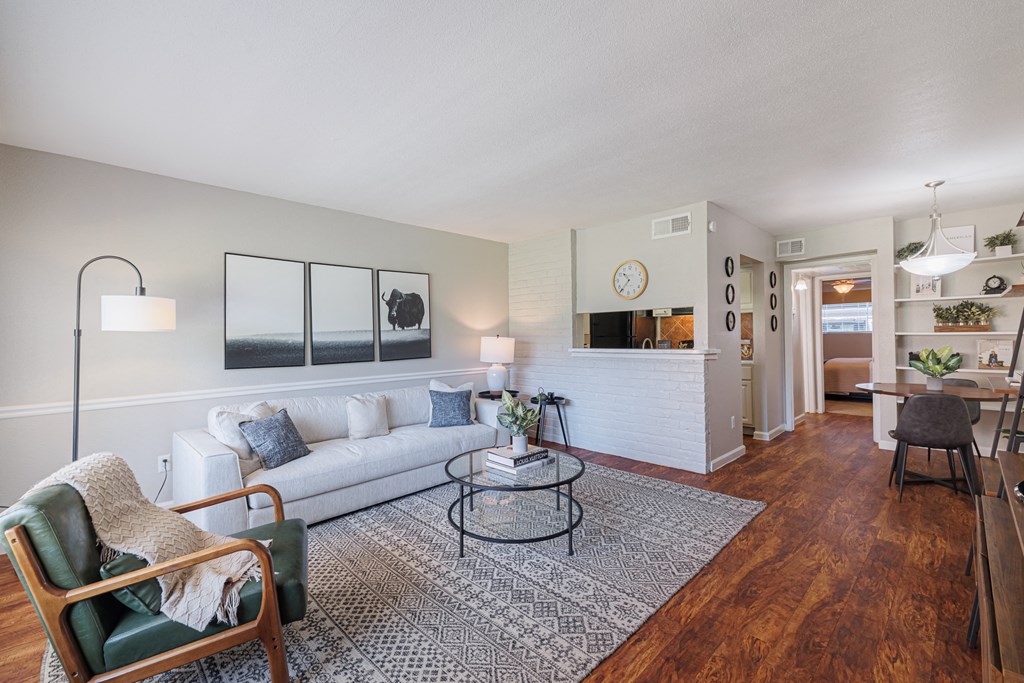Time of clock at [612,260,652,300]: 10:36
